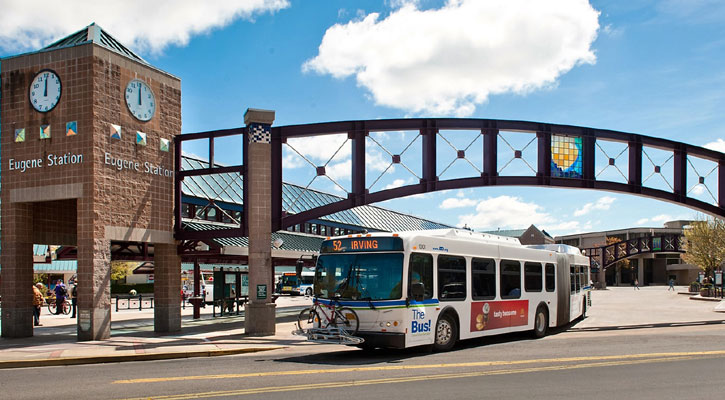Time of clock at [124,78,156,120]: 12:00
